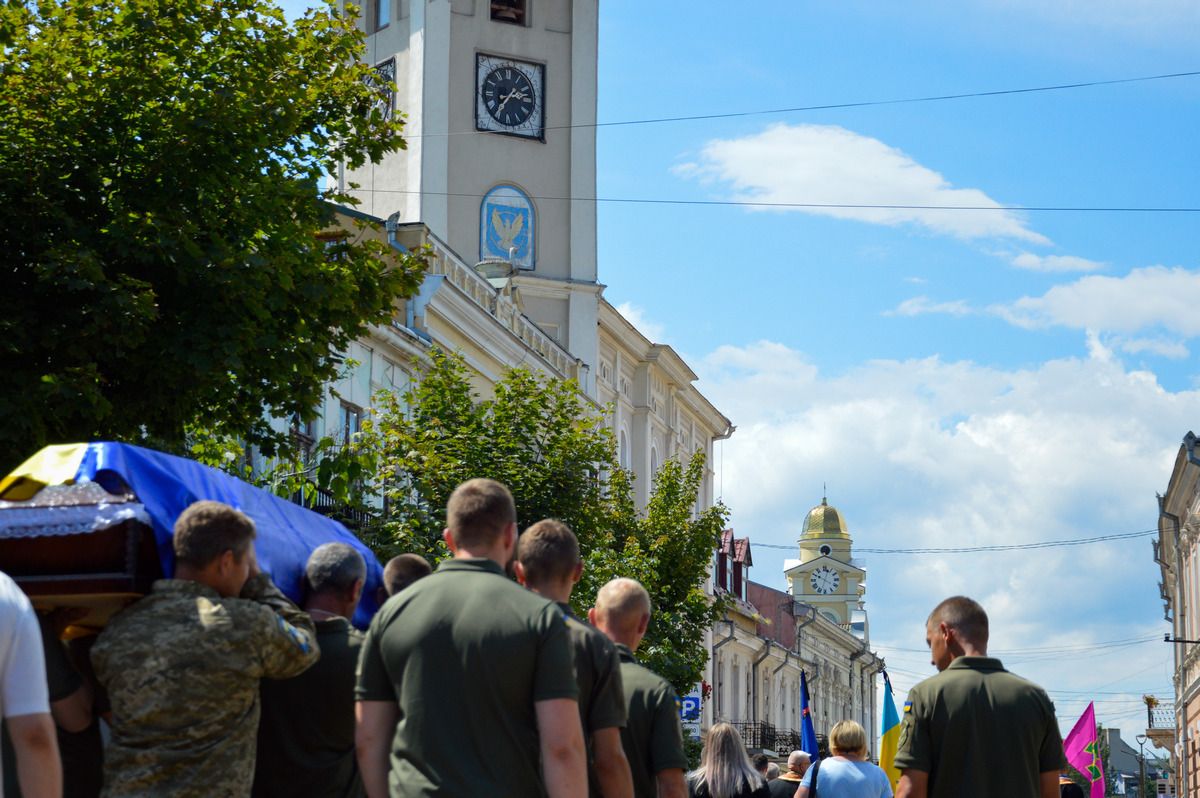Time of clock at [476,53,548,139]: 2:36
